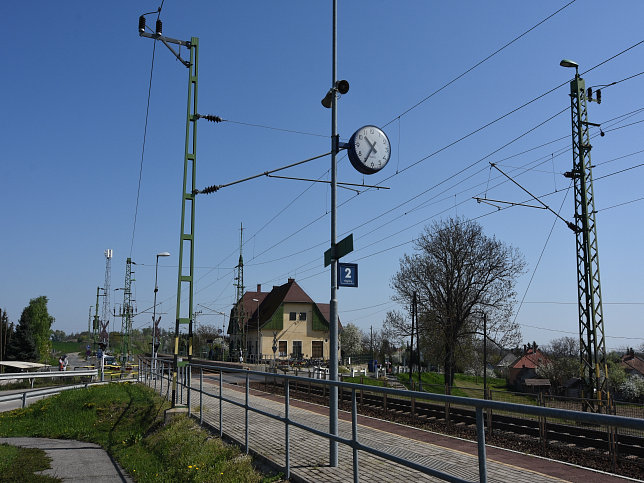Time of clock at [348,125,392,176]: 10:34
